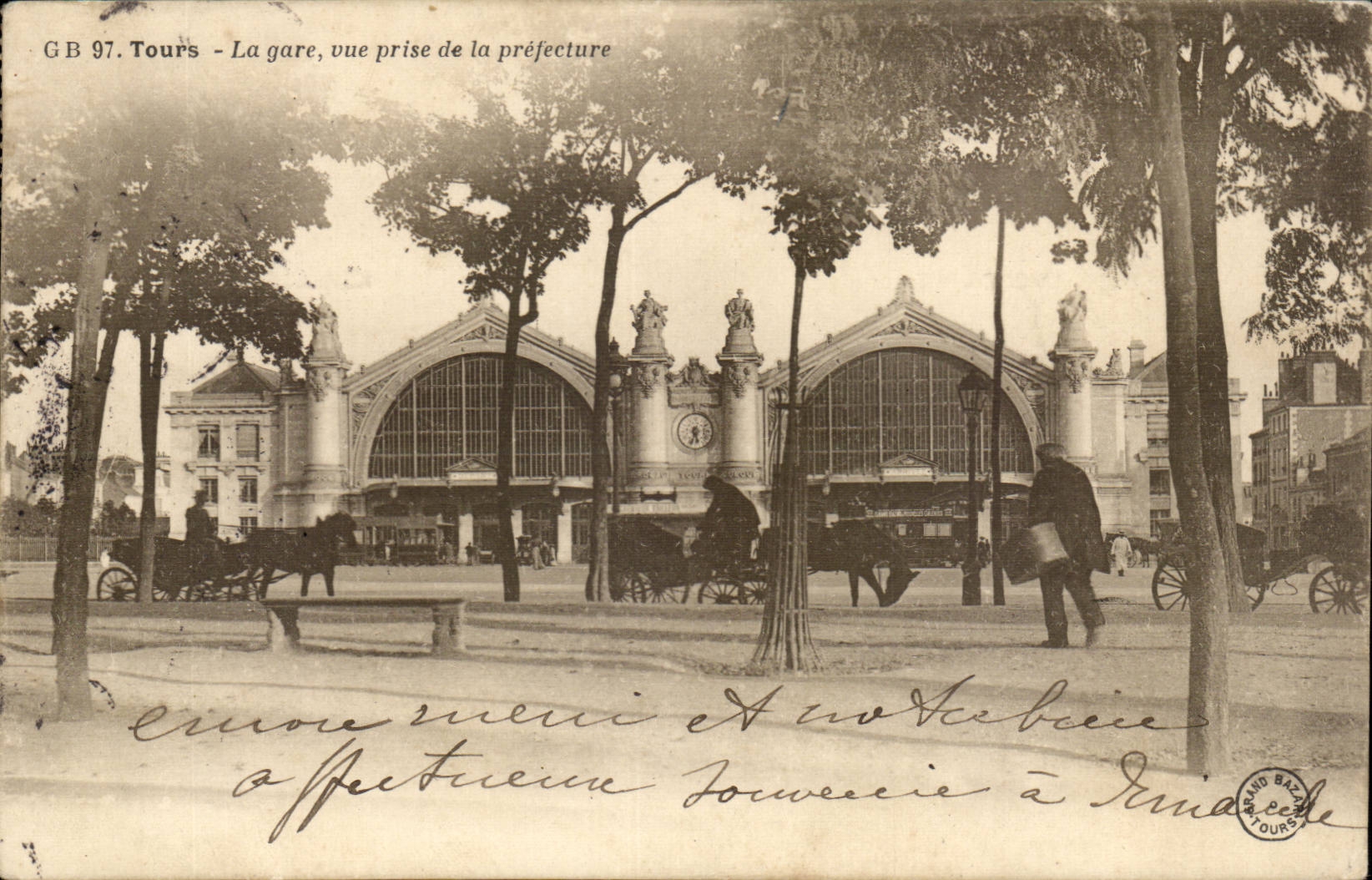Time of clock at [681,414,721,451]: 5:33
